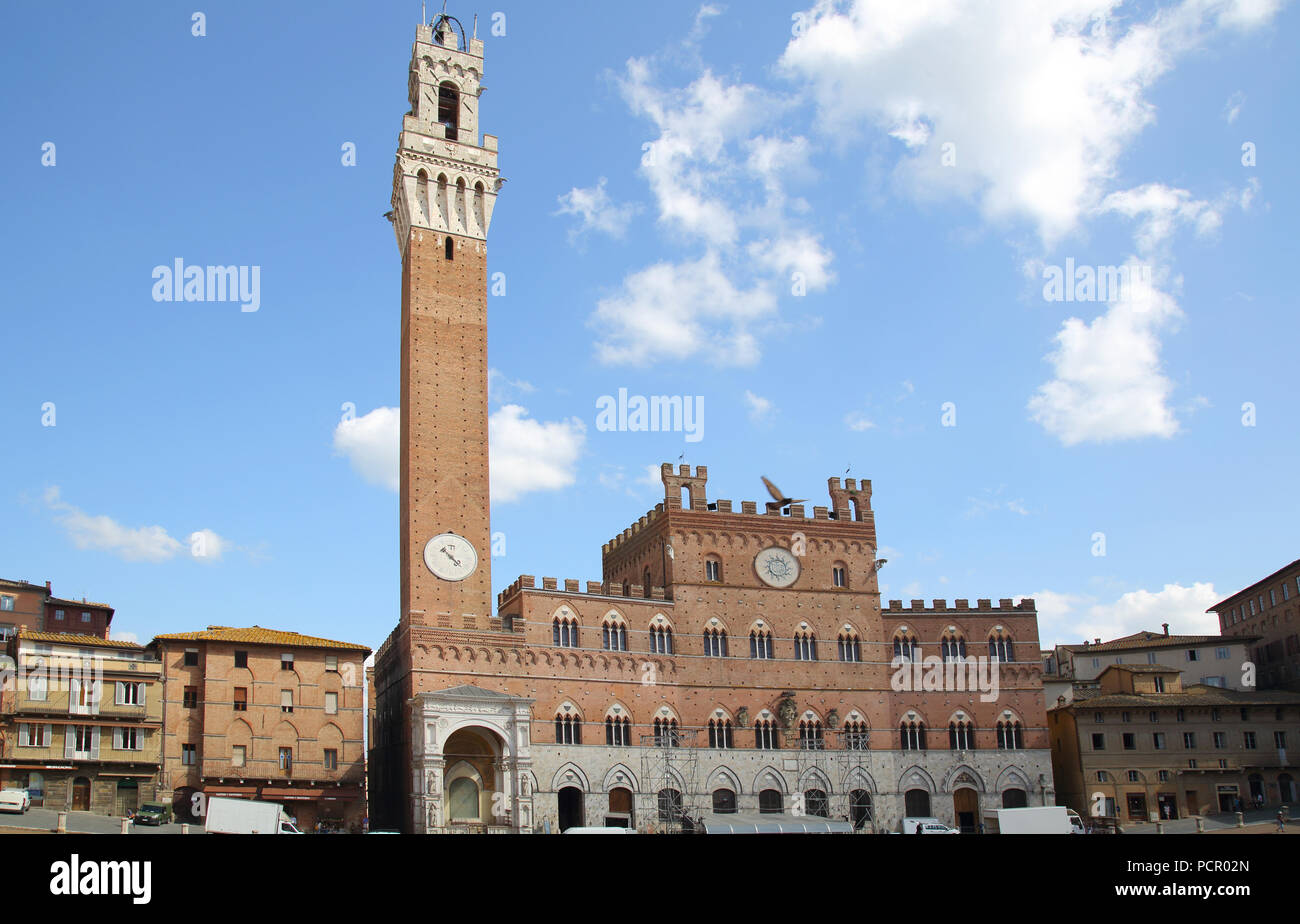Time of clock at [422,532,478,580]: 4:22
